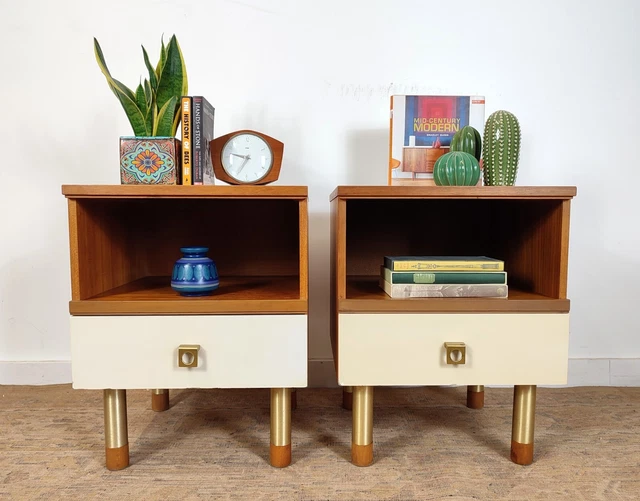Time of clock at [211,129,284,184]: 9:34
